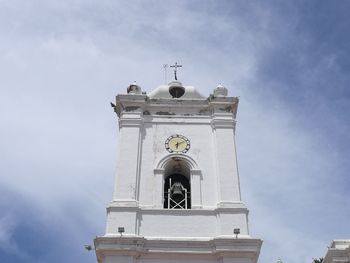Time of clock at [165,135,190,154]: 6:10
